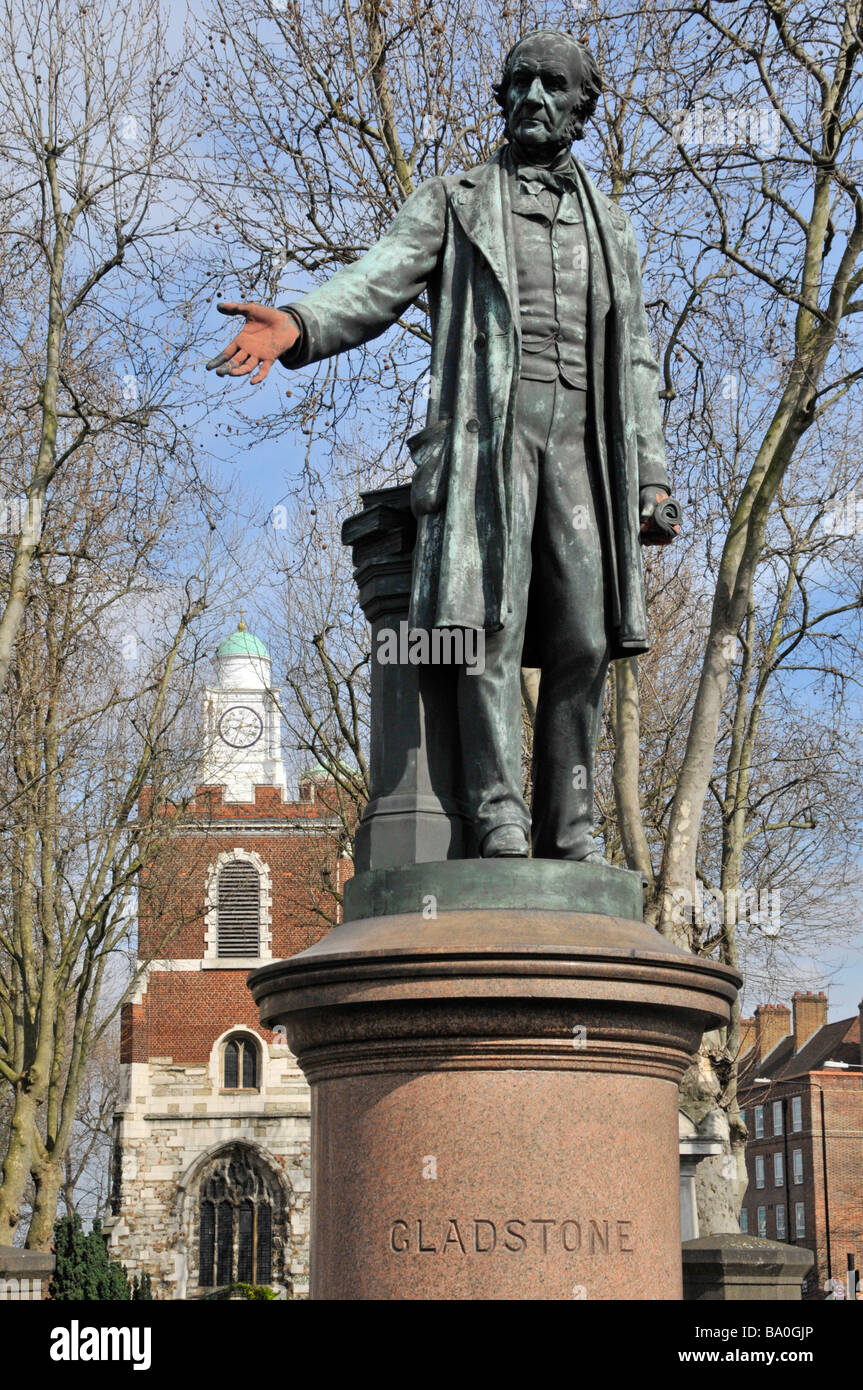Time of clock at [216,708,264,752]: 12:13
